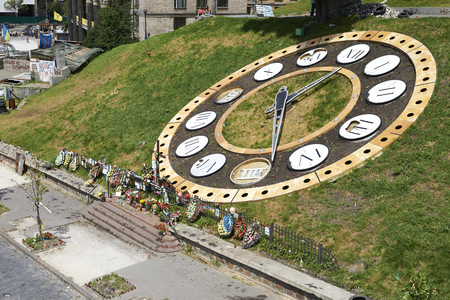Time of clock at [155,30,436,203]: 1:28
